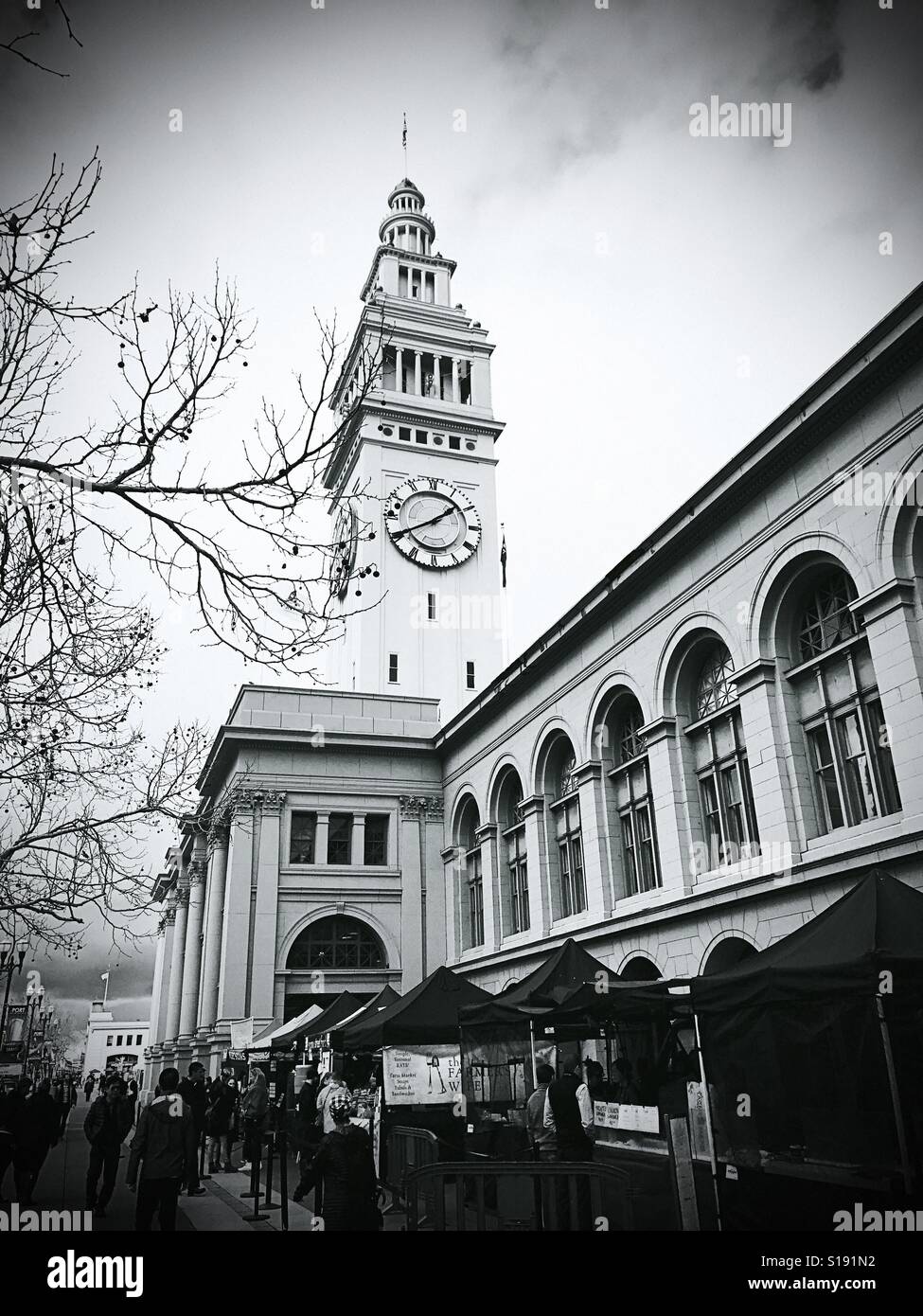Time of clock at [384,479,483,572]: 1:40
